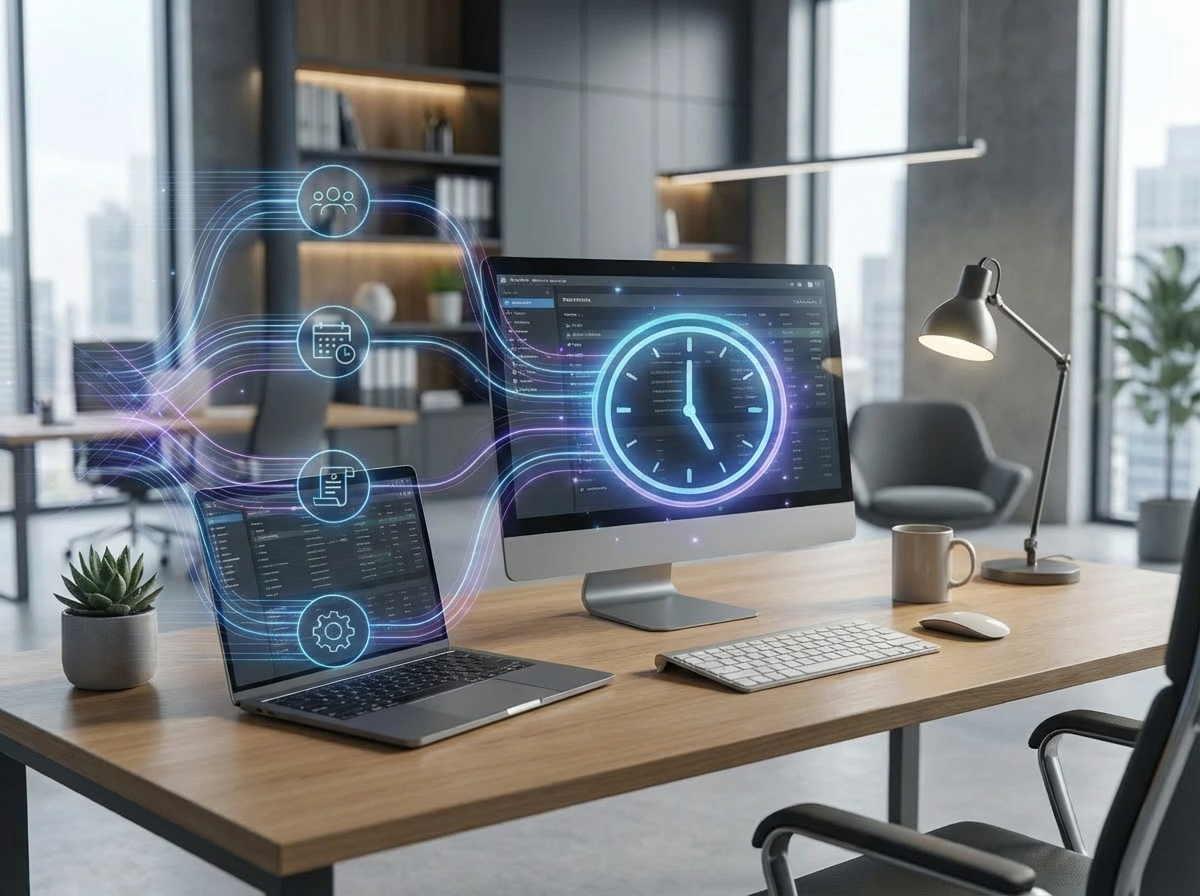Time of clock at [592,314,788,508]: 5:00
